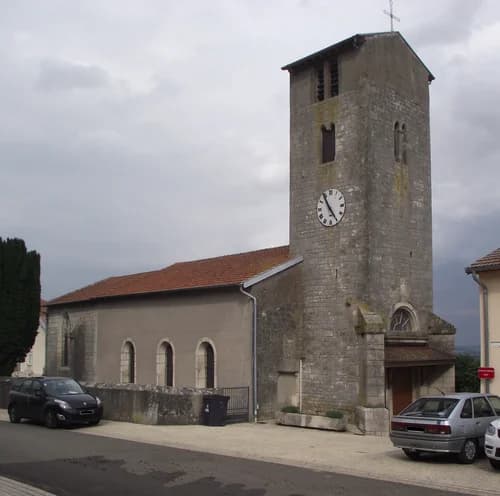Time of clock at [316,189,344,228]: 4:54
